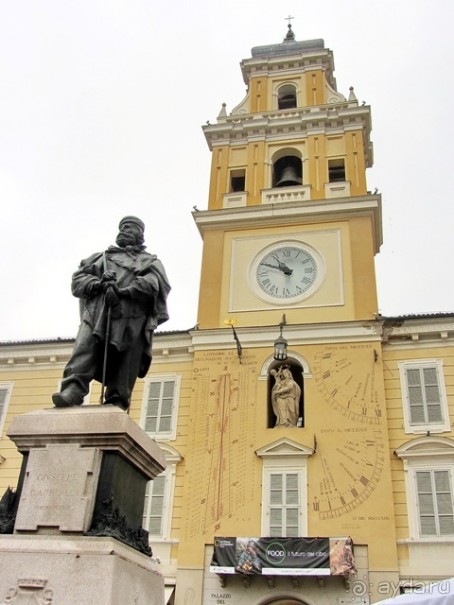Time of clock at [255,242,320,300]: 10:49
